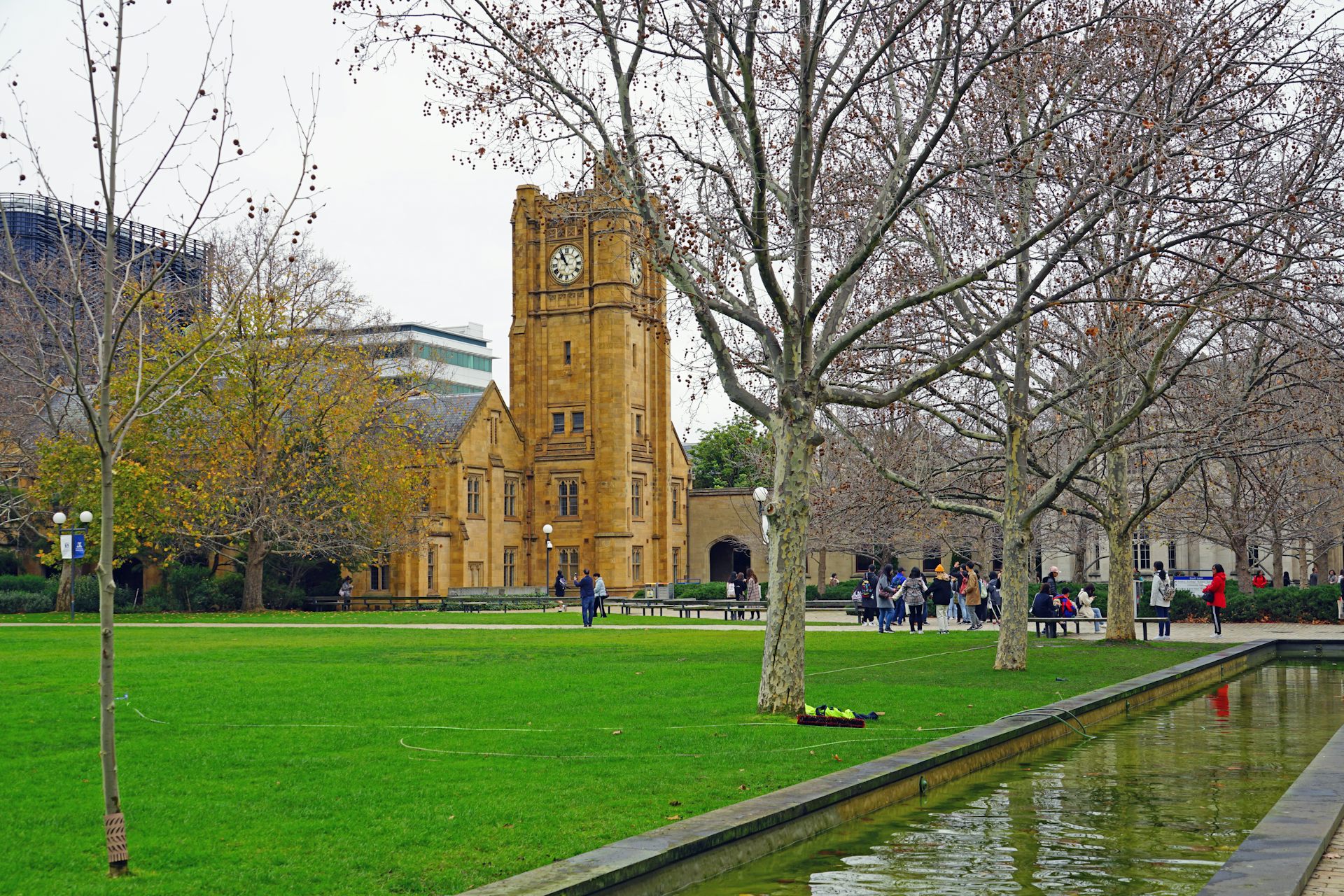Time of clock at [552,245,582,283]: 10:55
